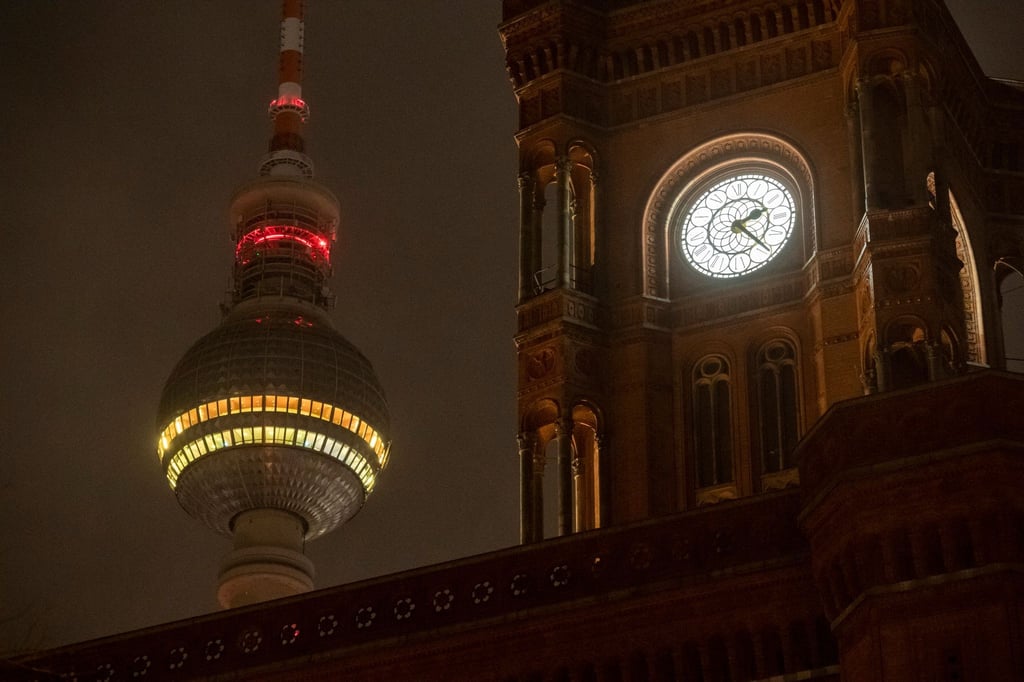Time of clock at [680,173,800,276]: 2:21
